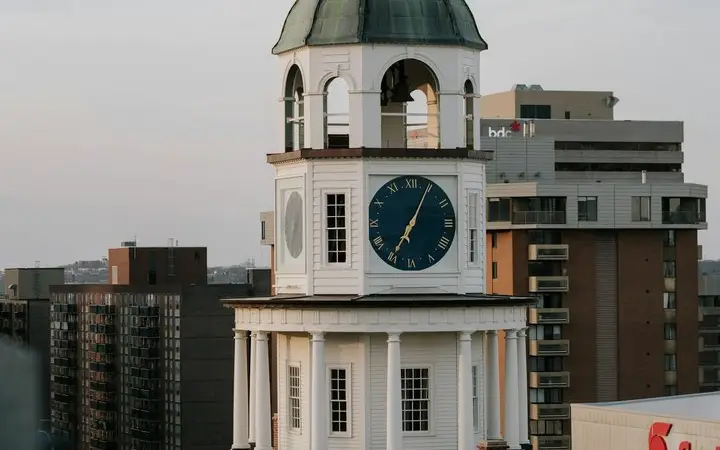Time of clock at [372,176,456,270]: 7:04
